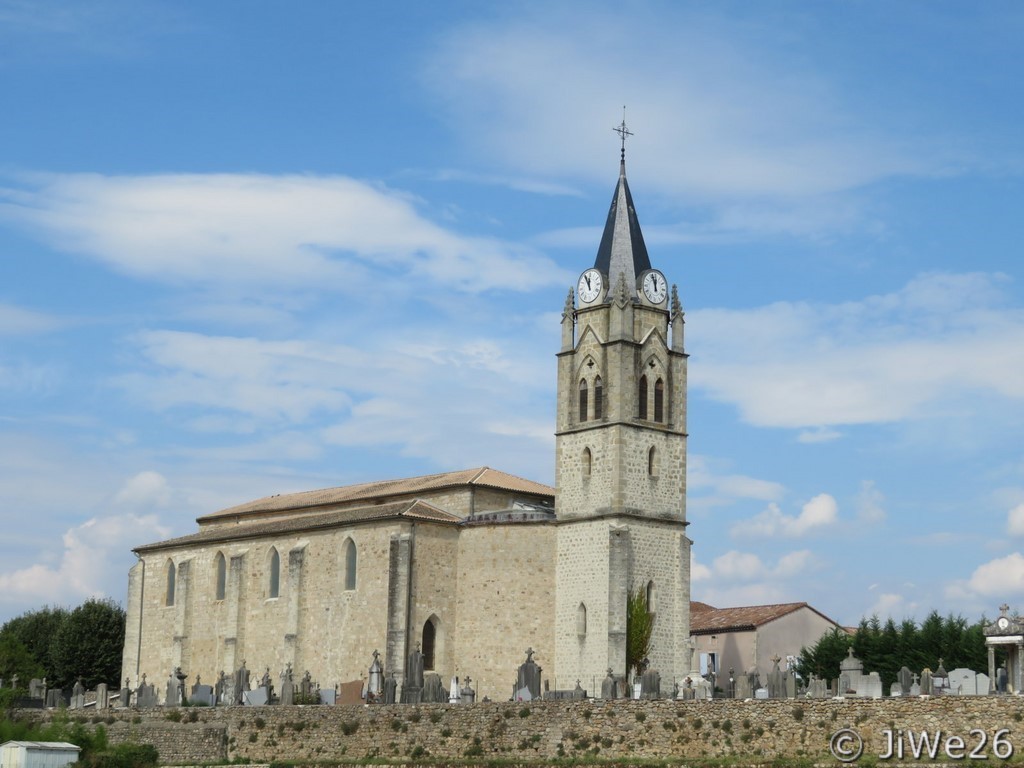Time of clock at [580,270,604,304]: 11:55
